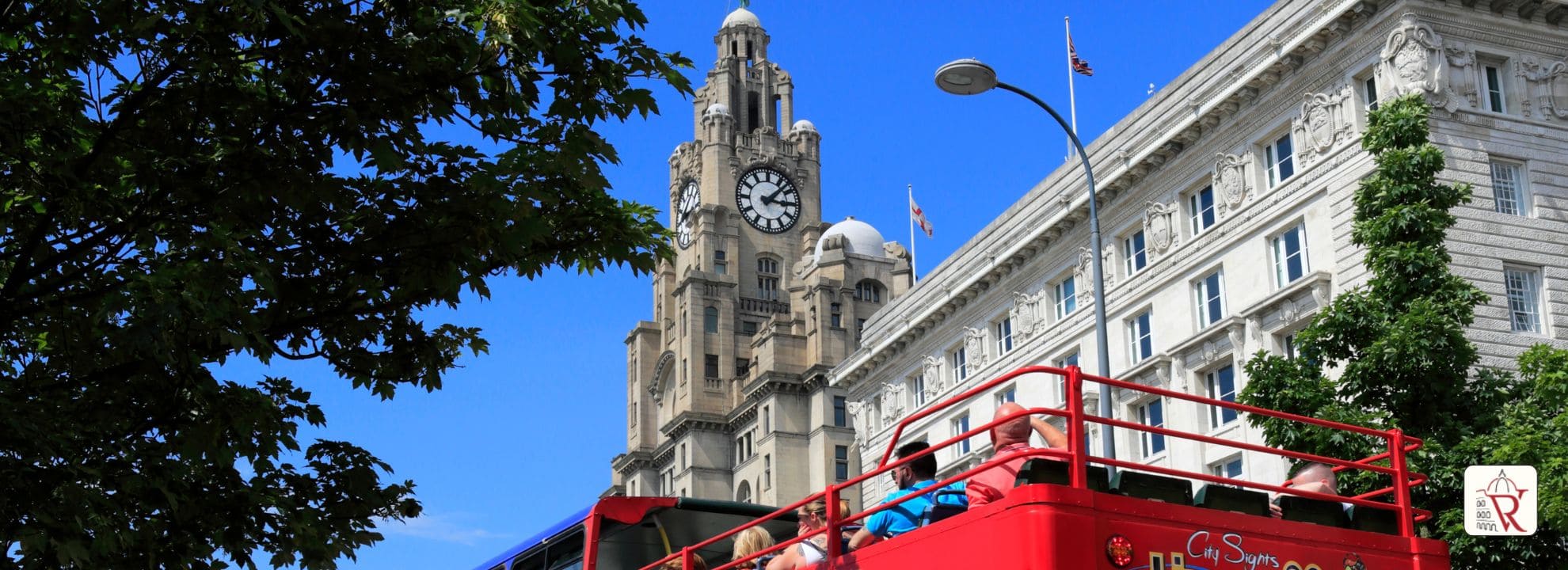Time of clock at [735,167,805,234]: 3:07
